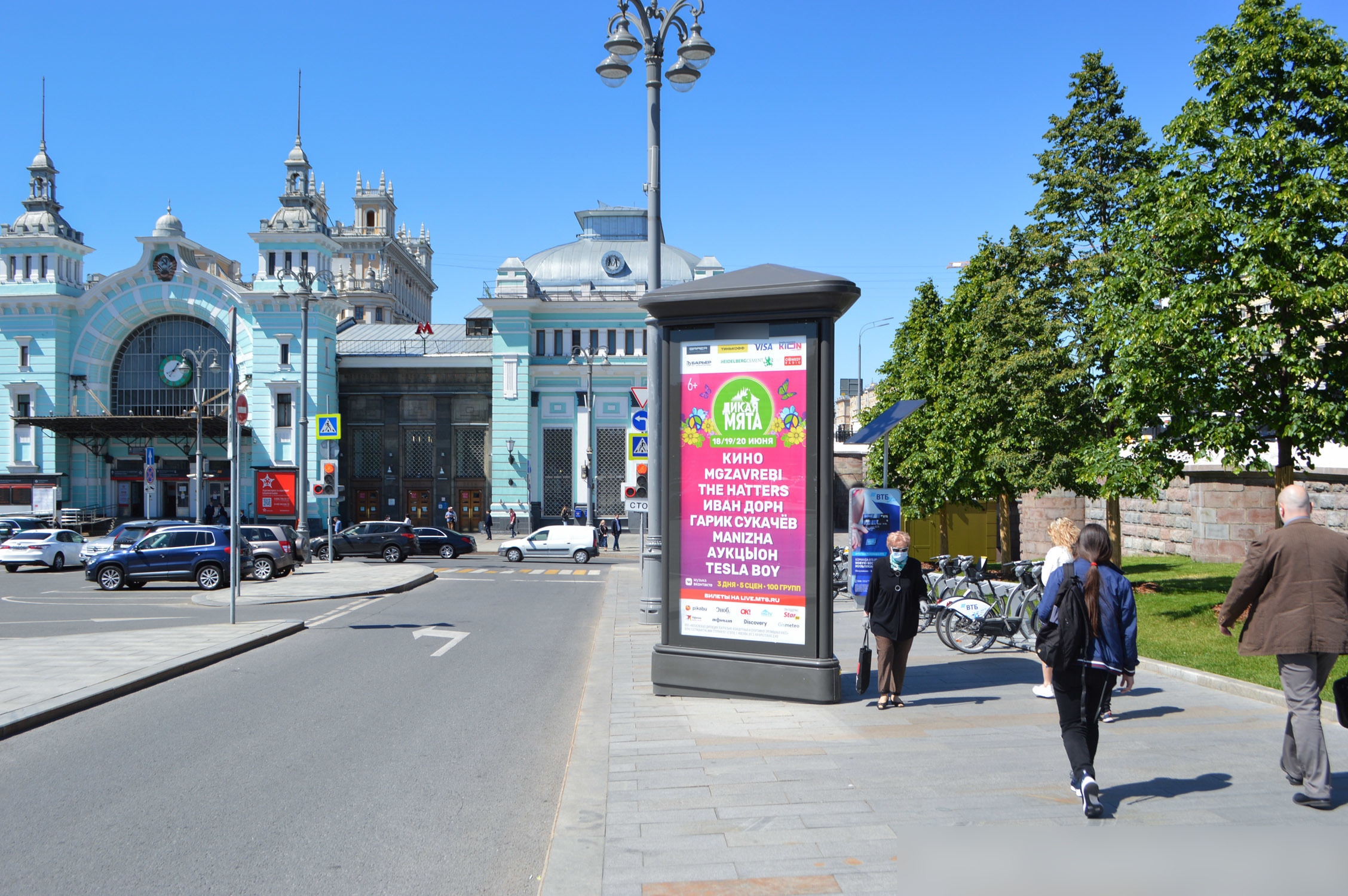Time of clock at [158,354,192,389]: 1:13
